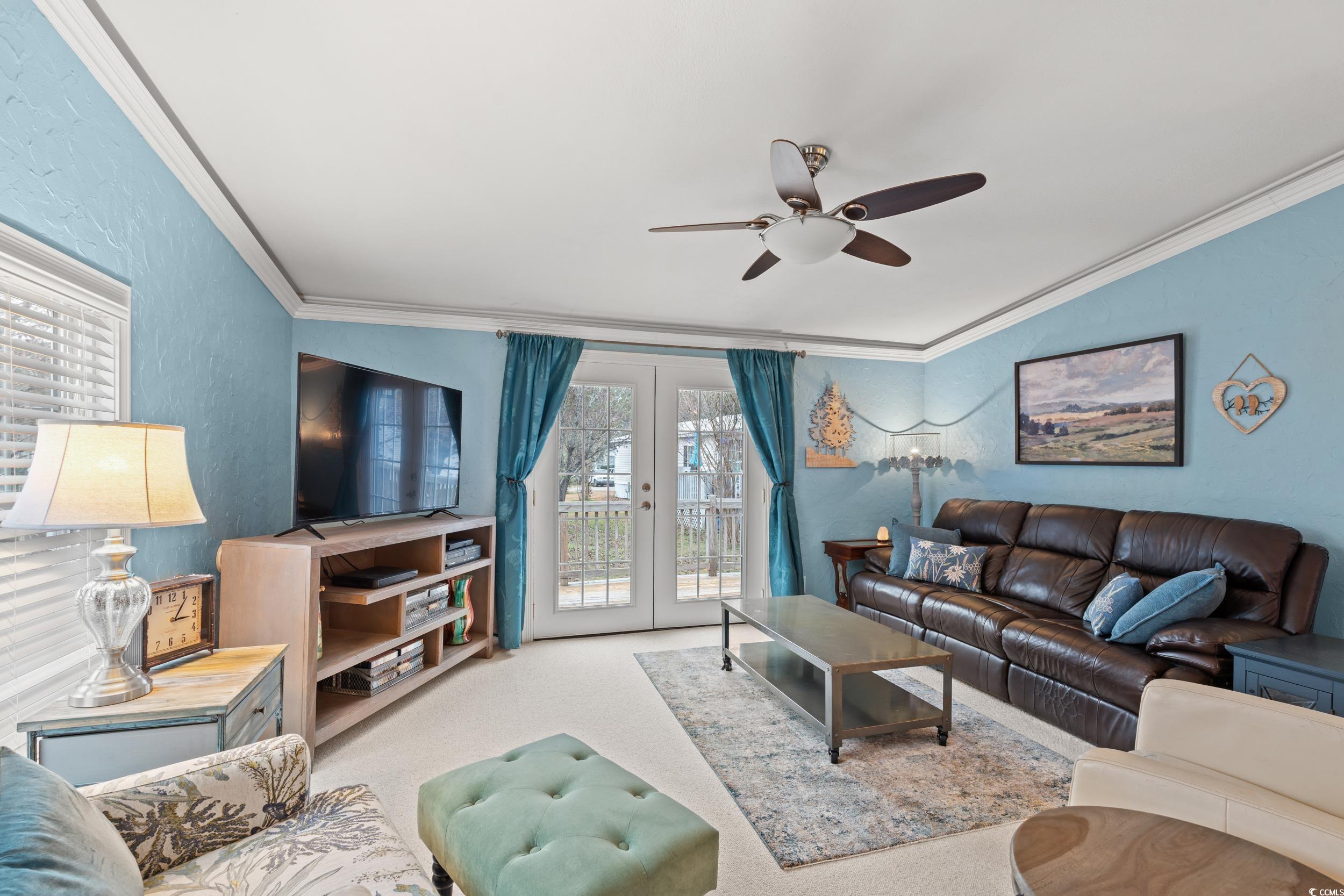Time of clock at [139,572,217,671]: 3:05
